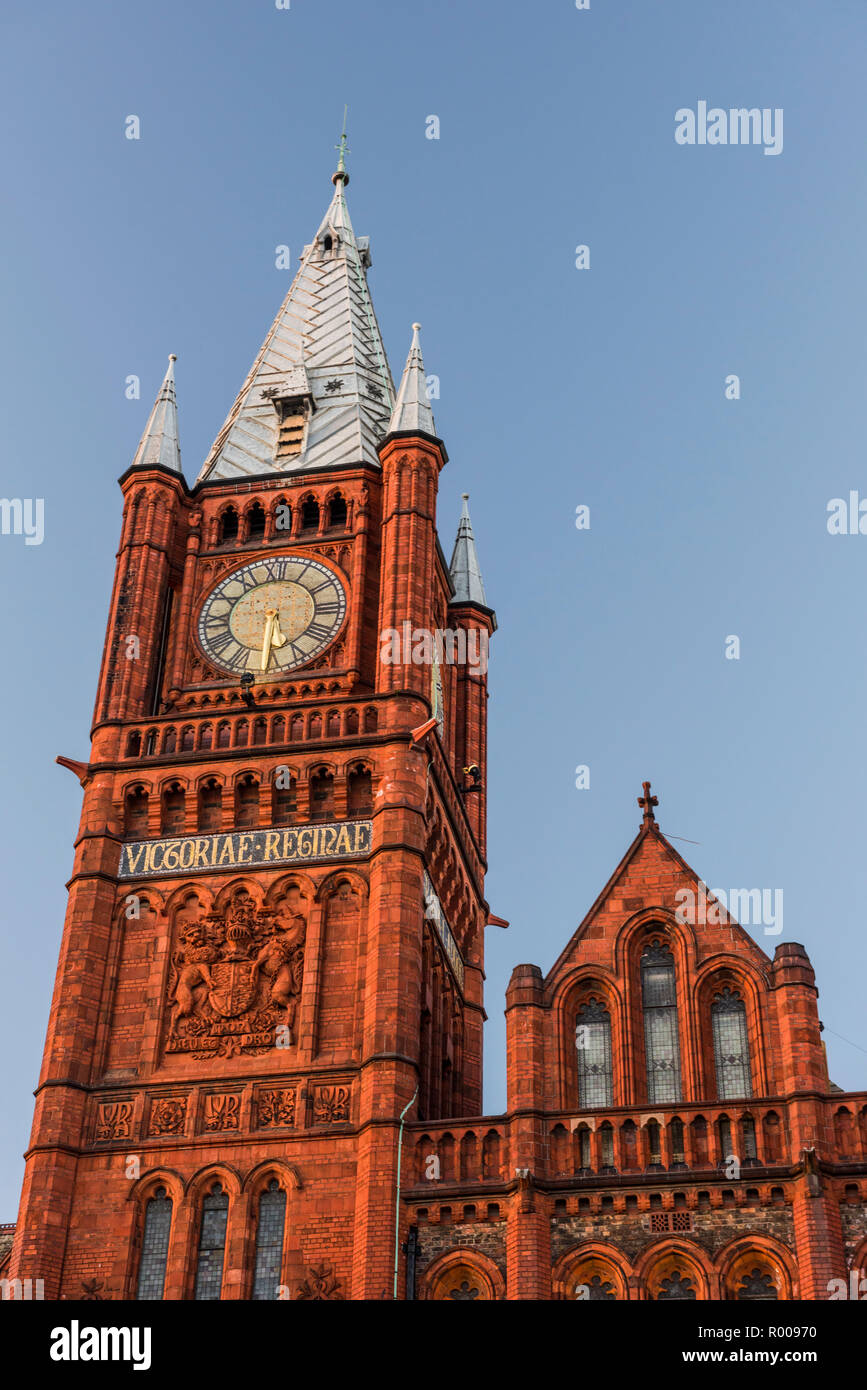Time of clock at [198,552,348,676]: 5:30
